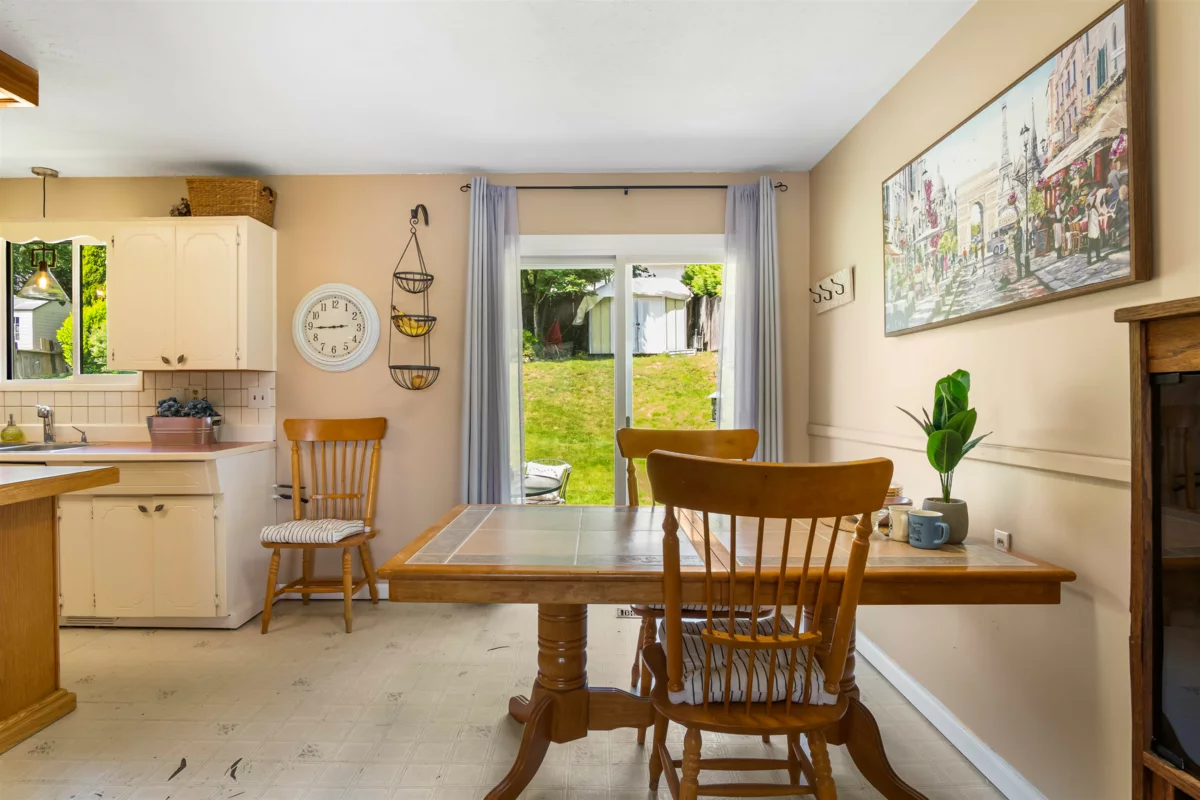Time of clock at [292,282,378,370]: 2:44
